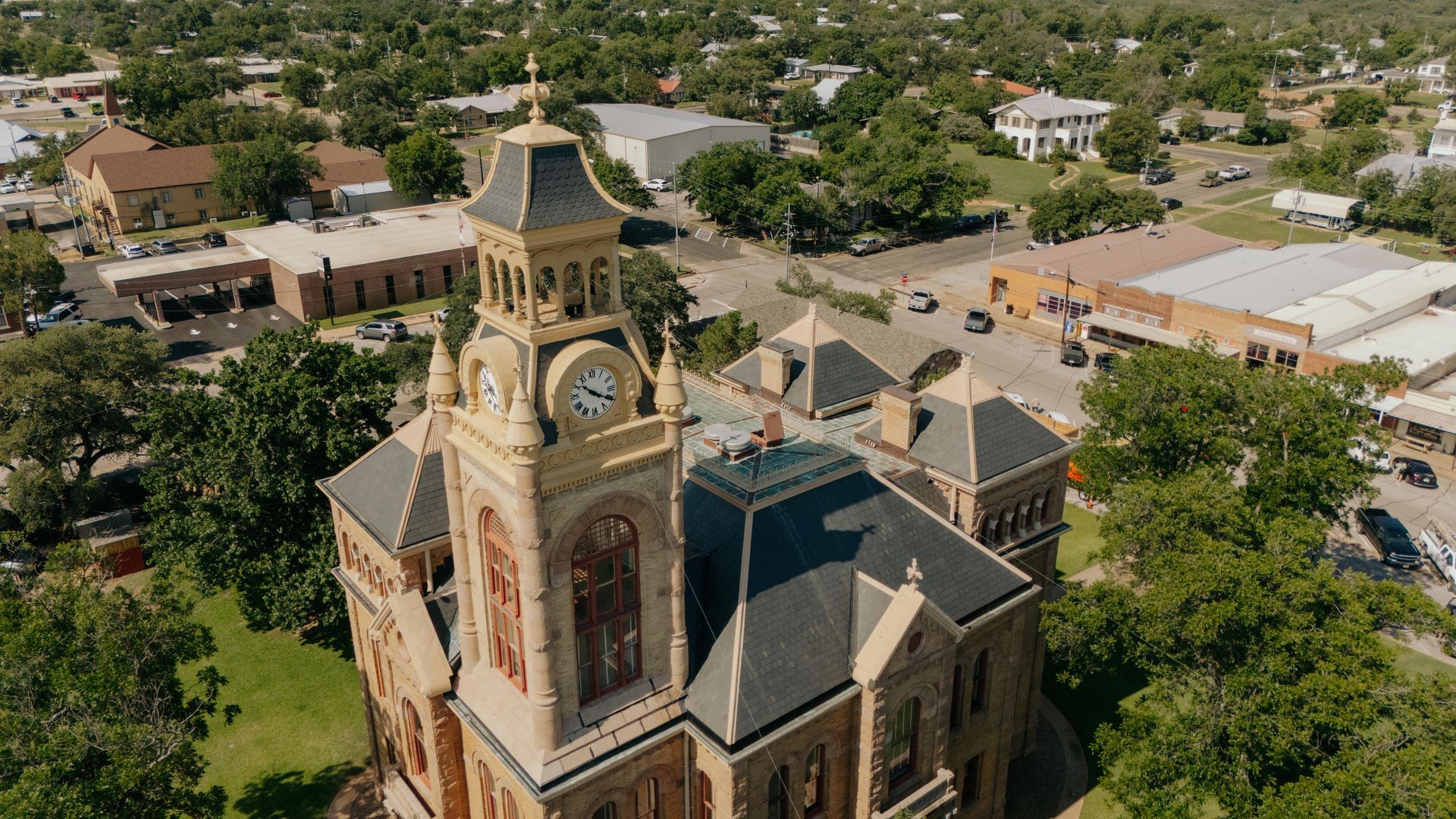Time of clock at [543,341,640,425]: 10:20
